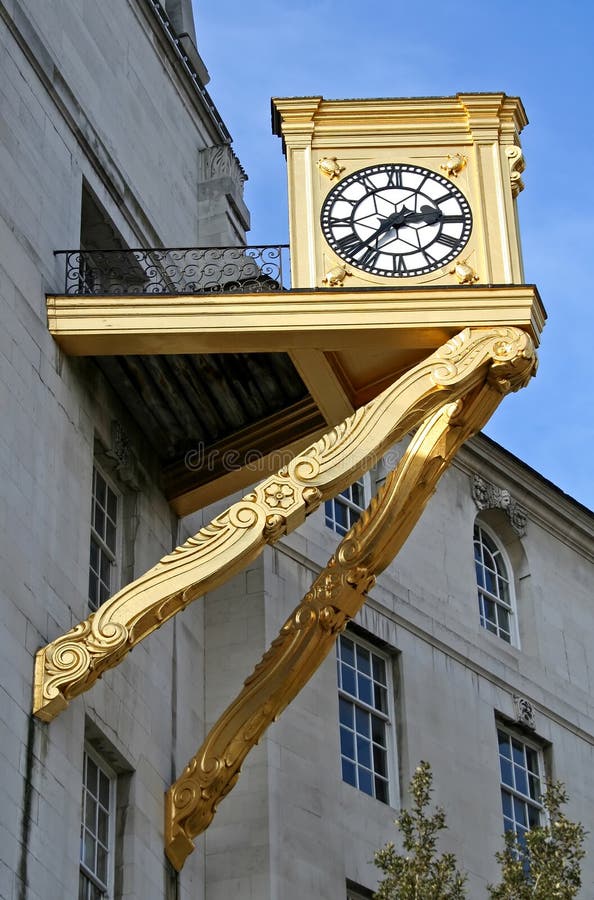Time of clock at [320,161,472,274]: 2:36
